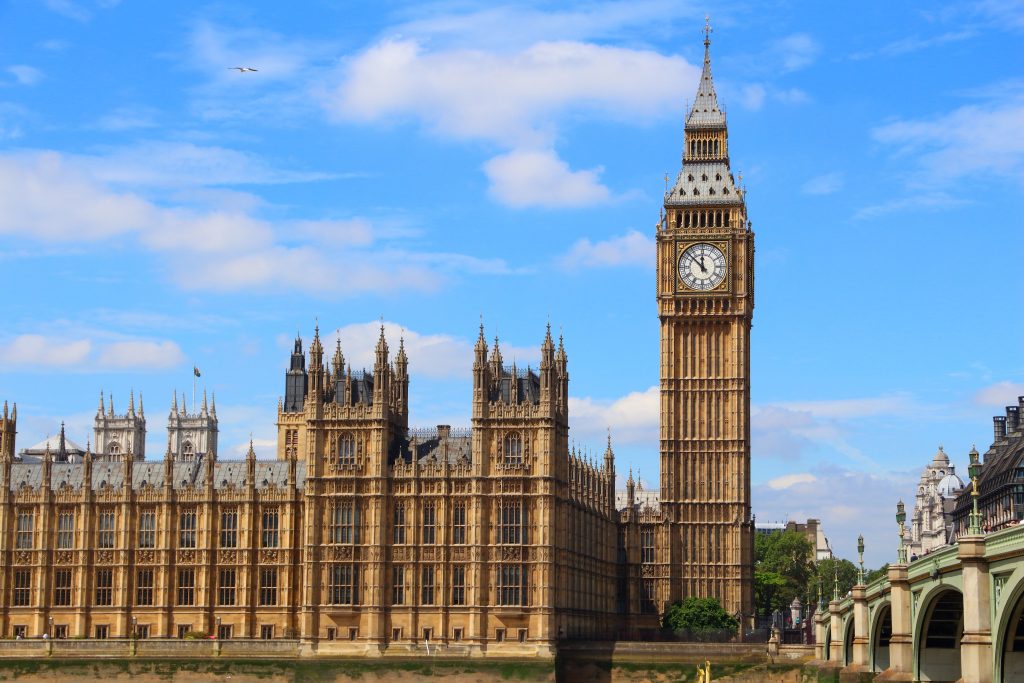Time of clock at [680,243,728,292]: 11:52
